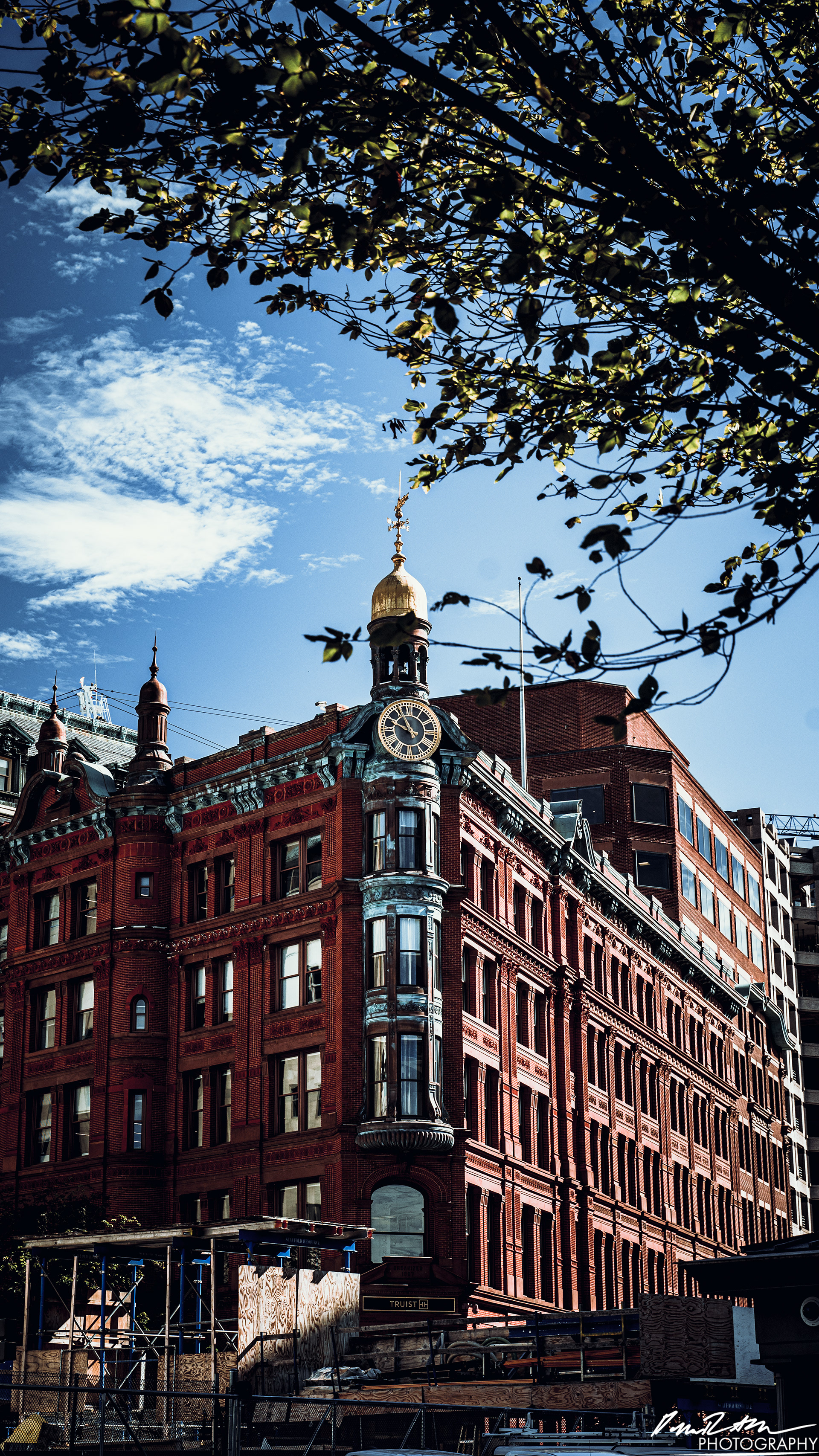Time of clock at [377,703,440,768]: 10:48
